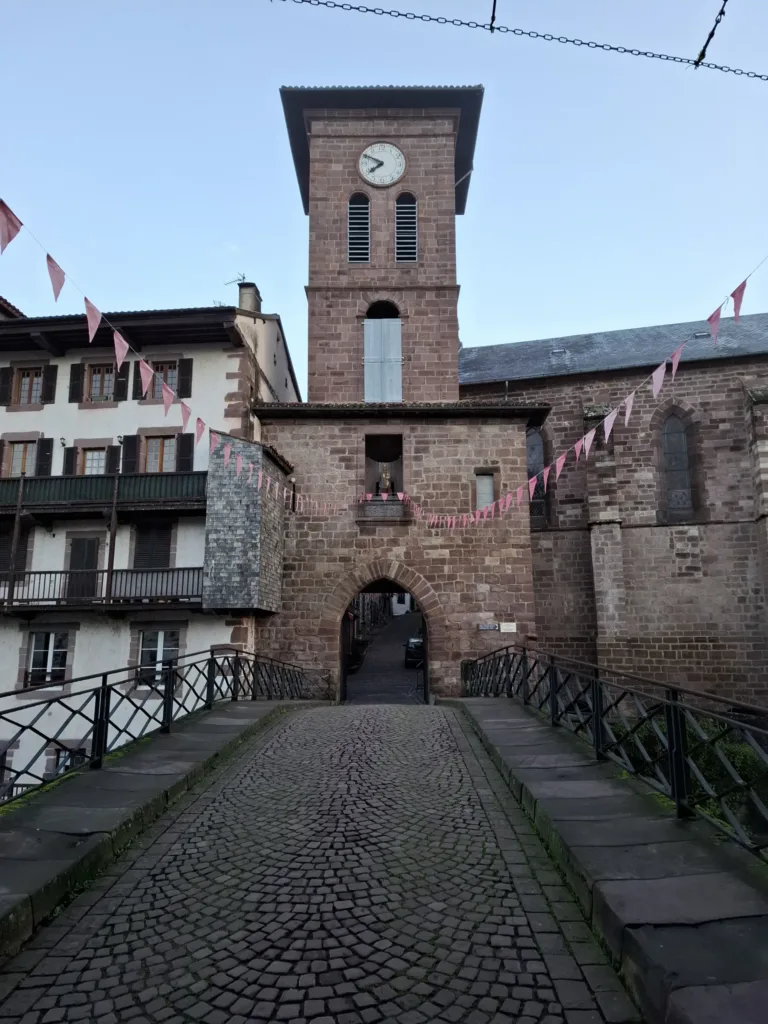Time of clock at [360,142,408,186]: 7:49
